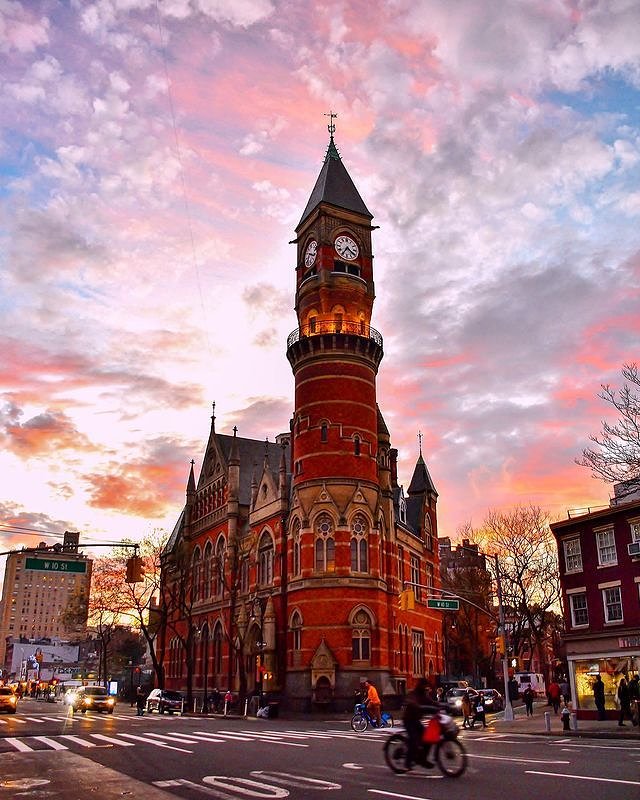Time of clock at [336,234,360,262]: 4:35
